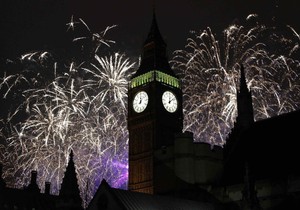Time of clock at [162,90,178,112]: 12:08
